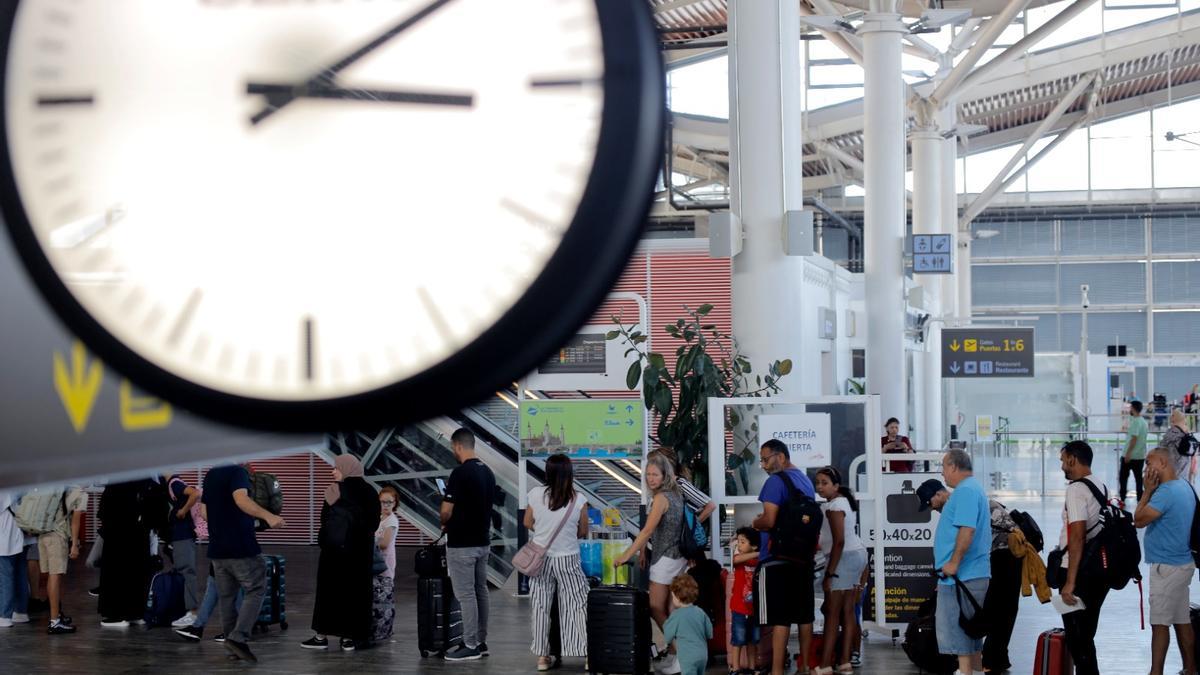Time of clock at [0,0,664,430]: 3:09
